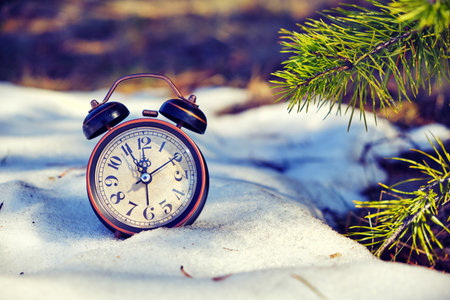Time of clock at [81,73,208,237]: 11:55
